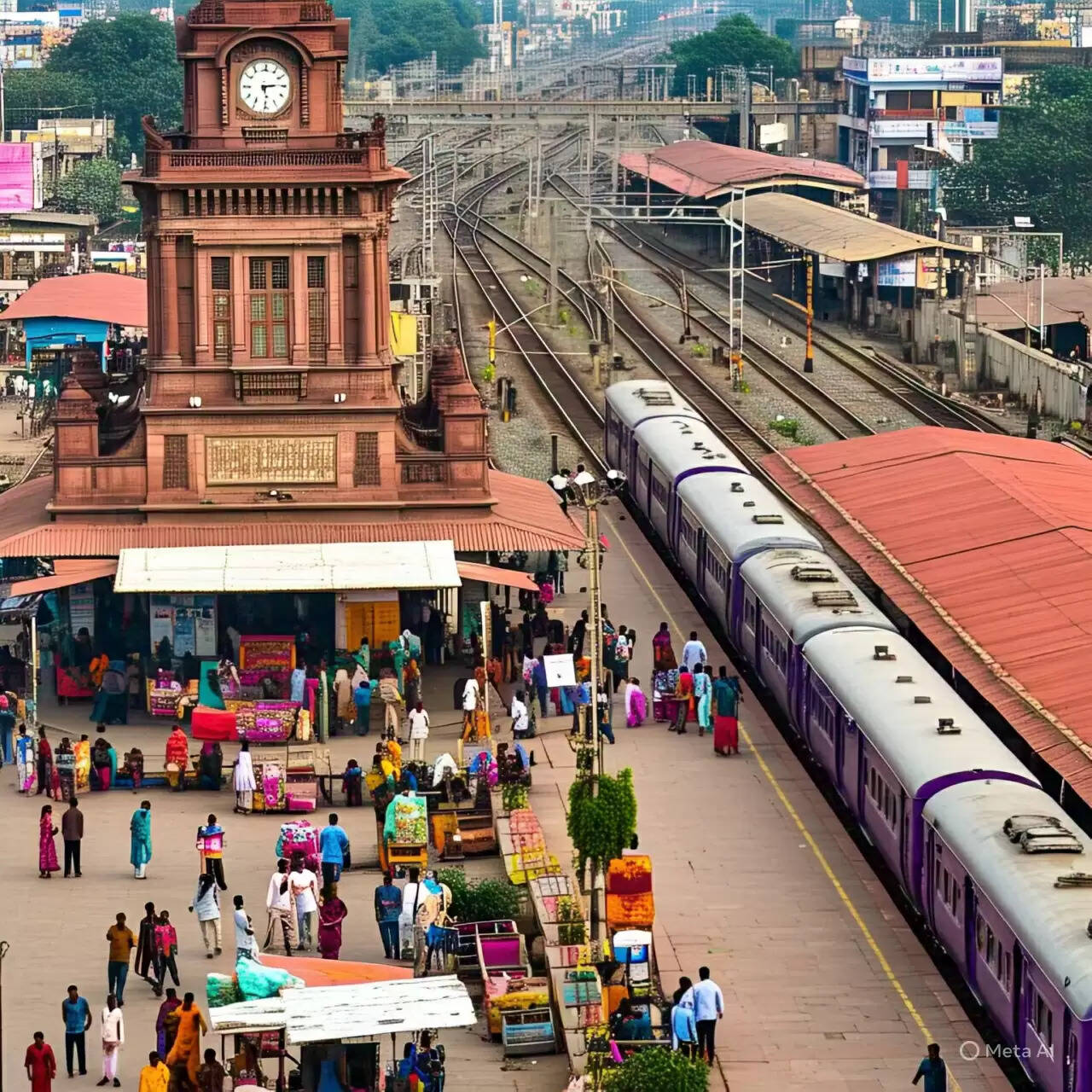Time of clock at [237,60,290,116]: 5:14
